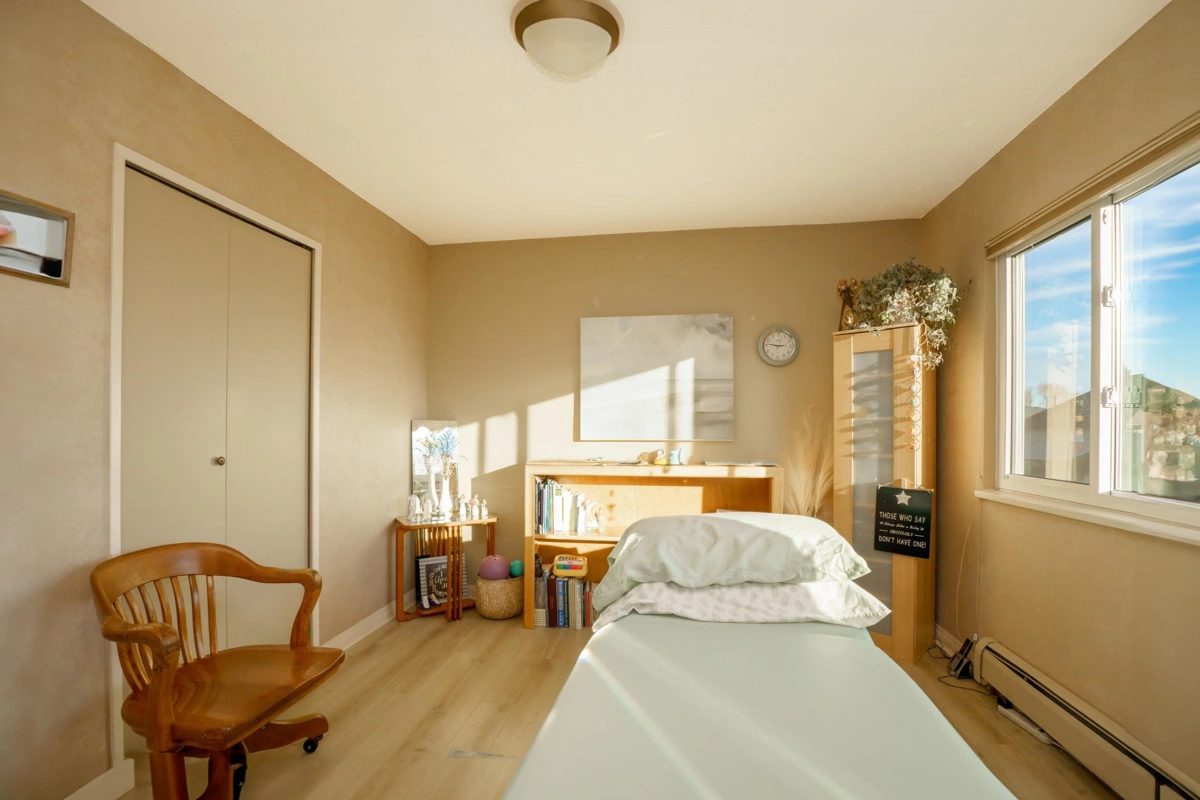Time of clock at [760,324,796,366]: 2:46
